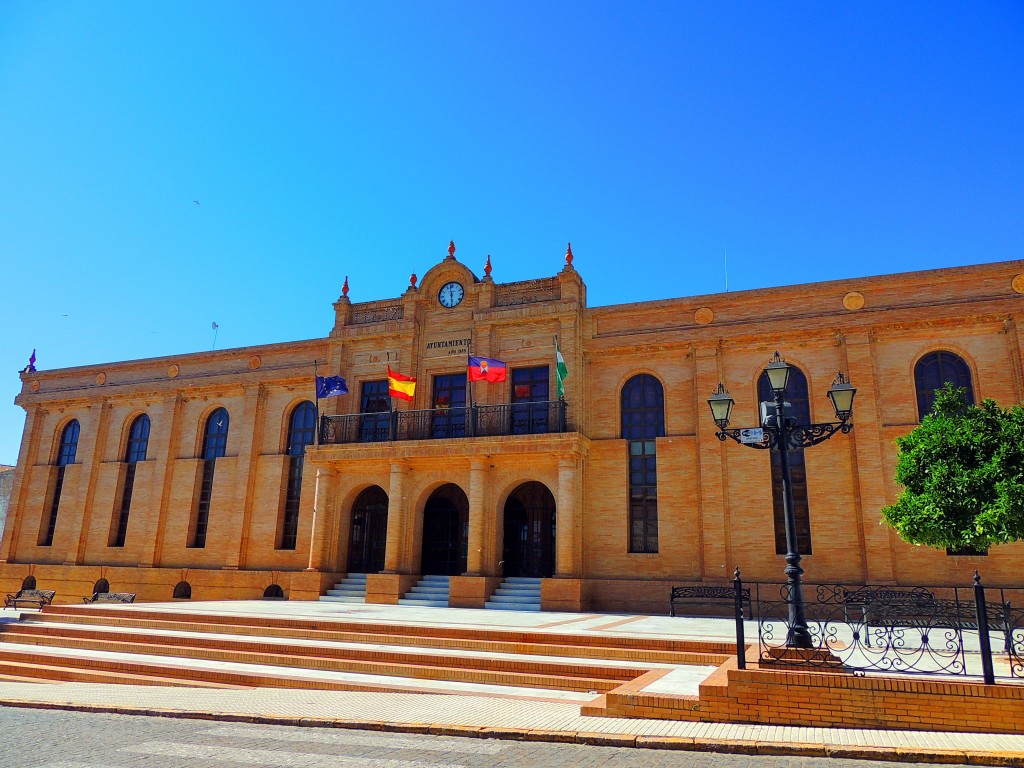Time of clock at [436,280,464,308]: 11:28
